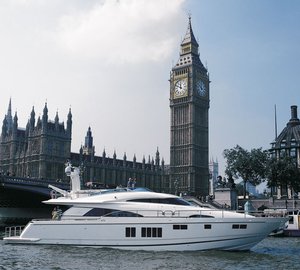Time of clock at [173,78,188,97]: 11:49
